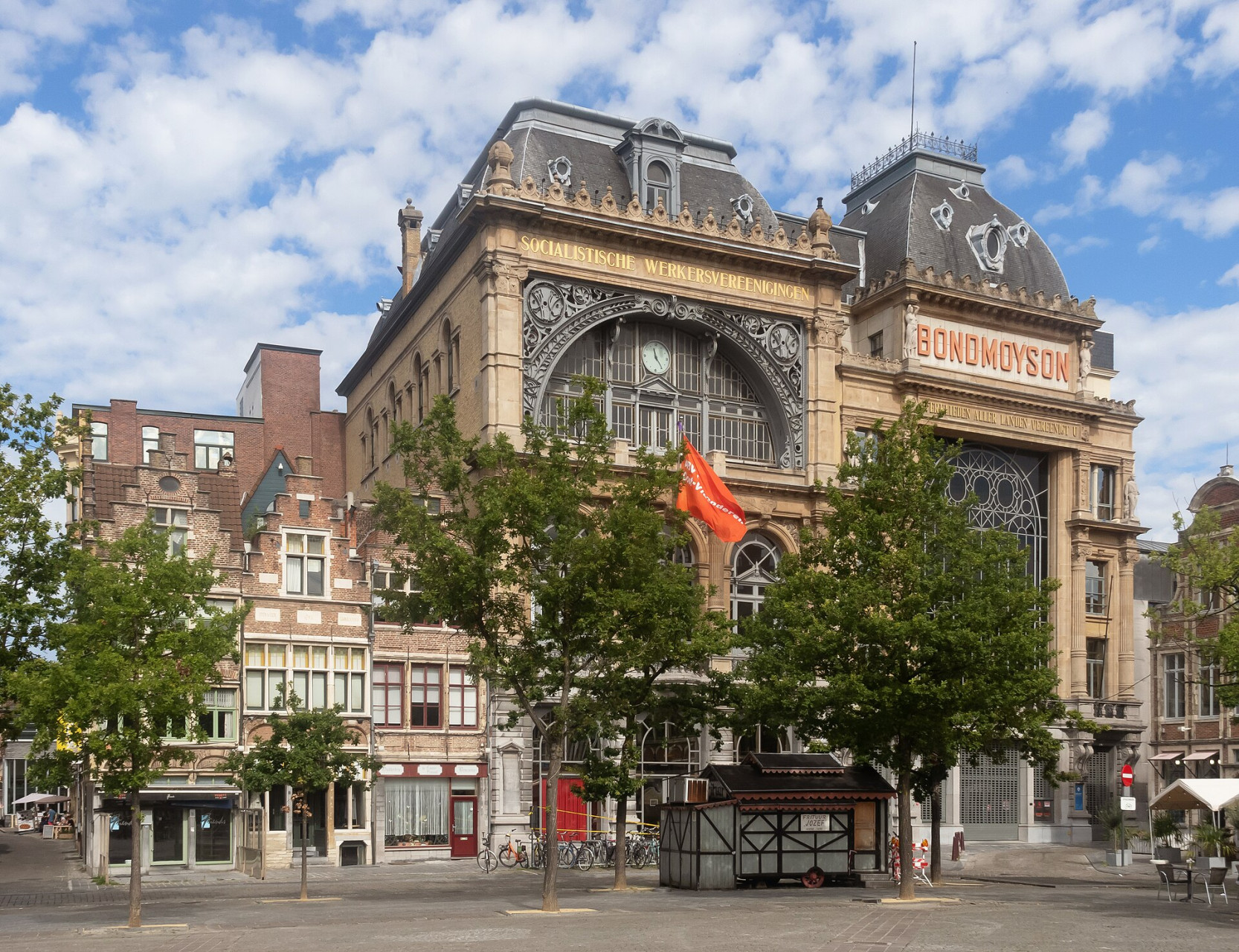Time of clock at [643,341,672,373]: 11:24
